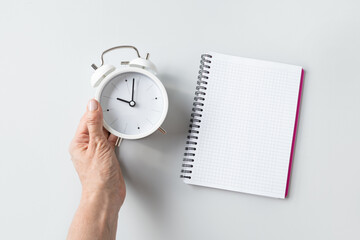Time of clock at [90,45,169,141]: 10:02
